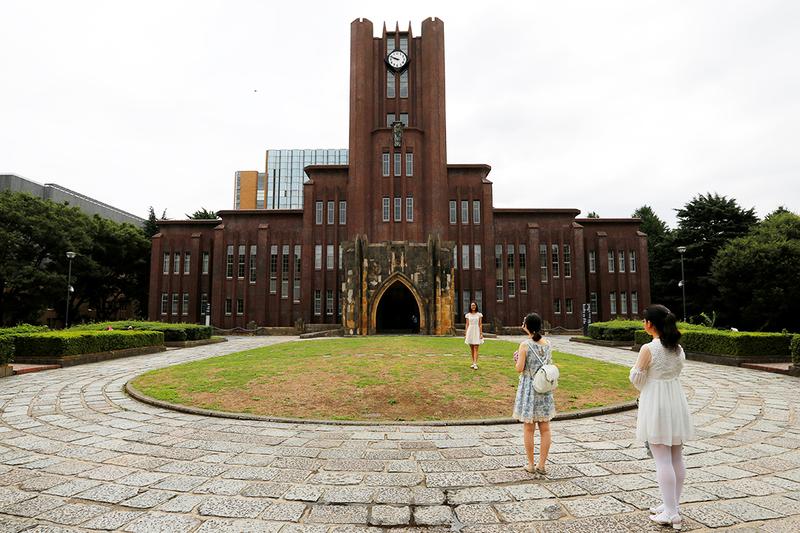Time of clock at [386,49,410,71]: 9:48
